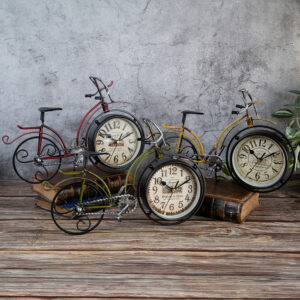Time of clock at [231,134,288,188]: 10:09
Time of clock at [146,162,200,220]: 10:10
